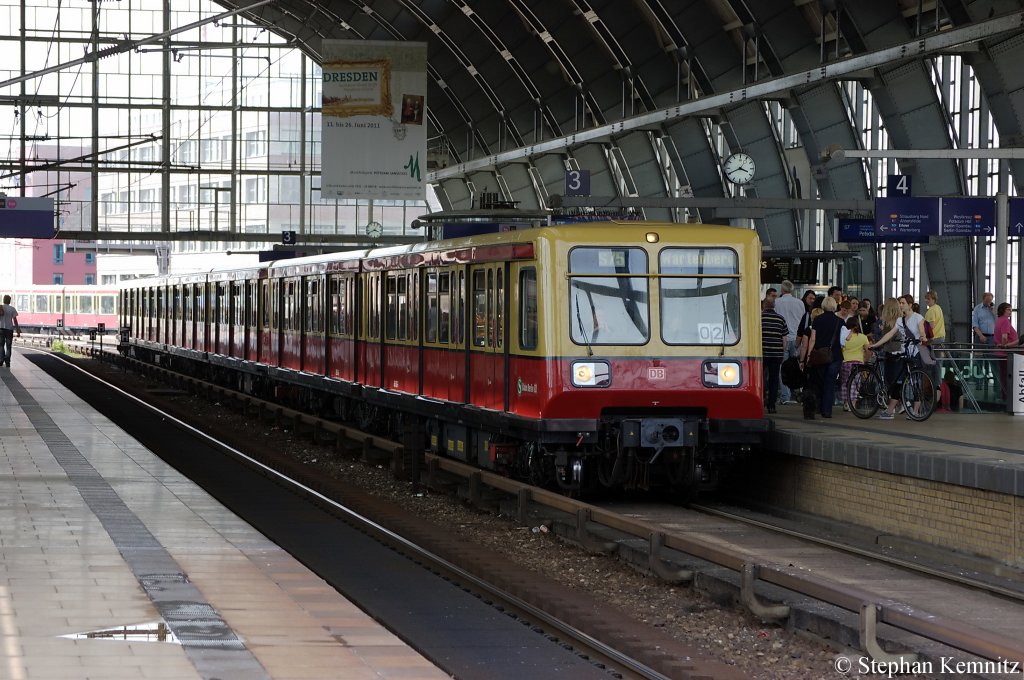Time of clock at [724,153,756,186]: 3:40
